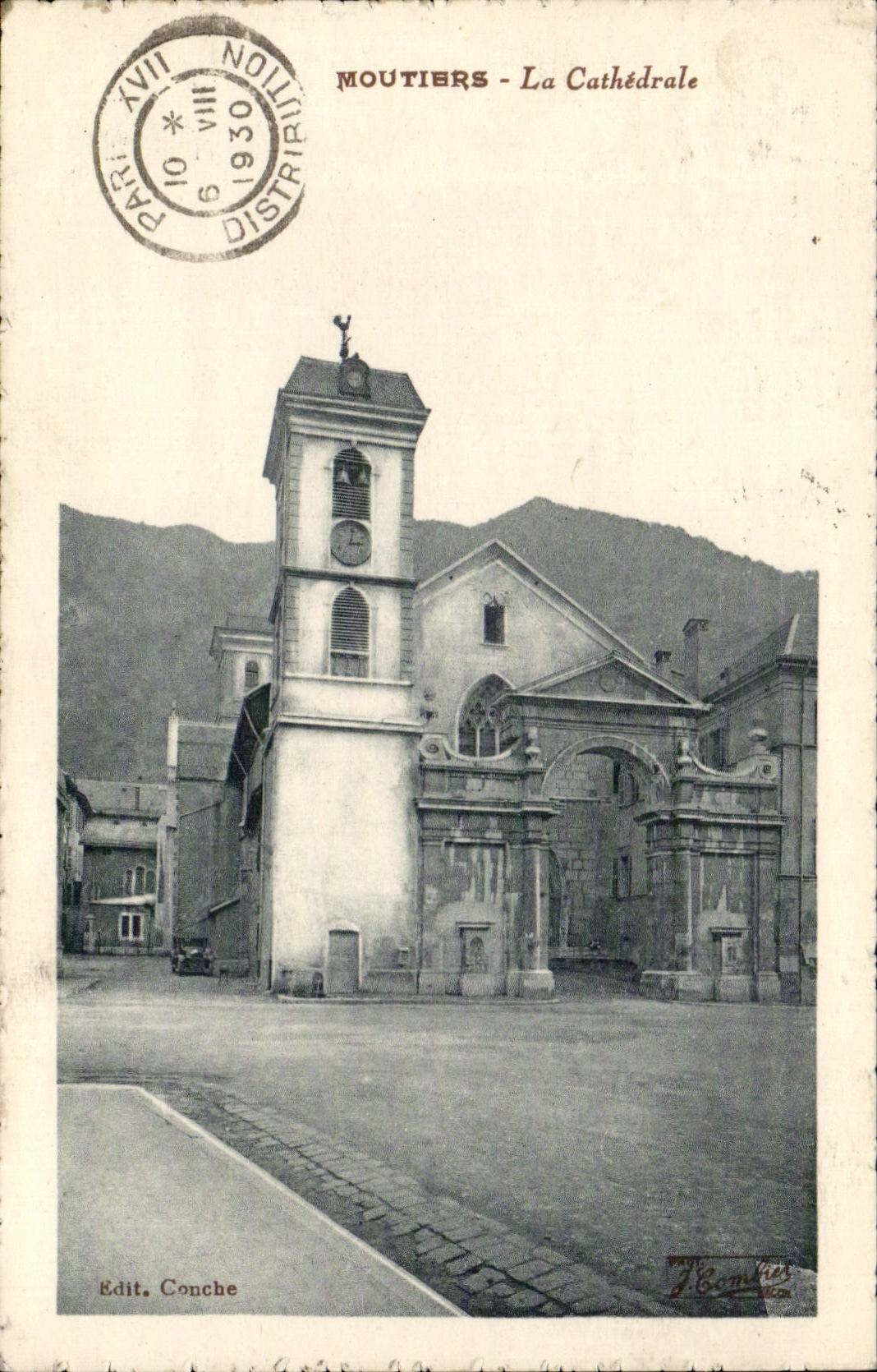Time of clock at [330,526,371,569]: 3:02
